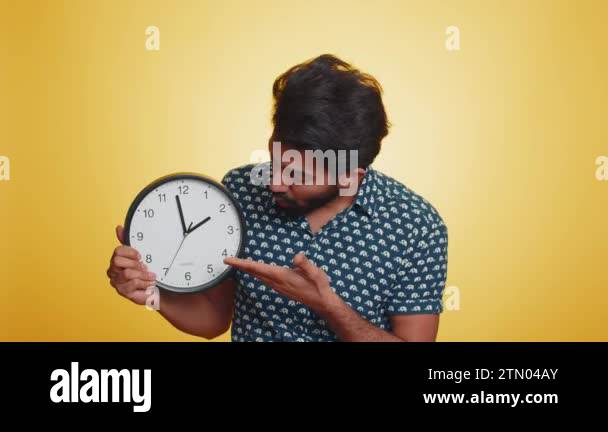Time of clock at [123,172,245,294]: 1:58
